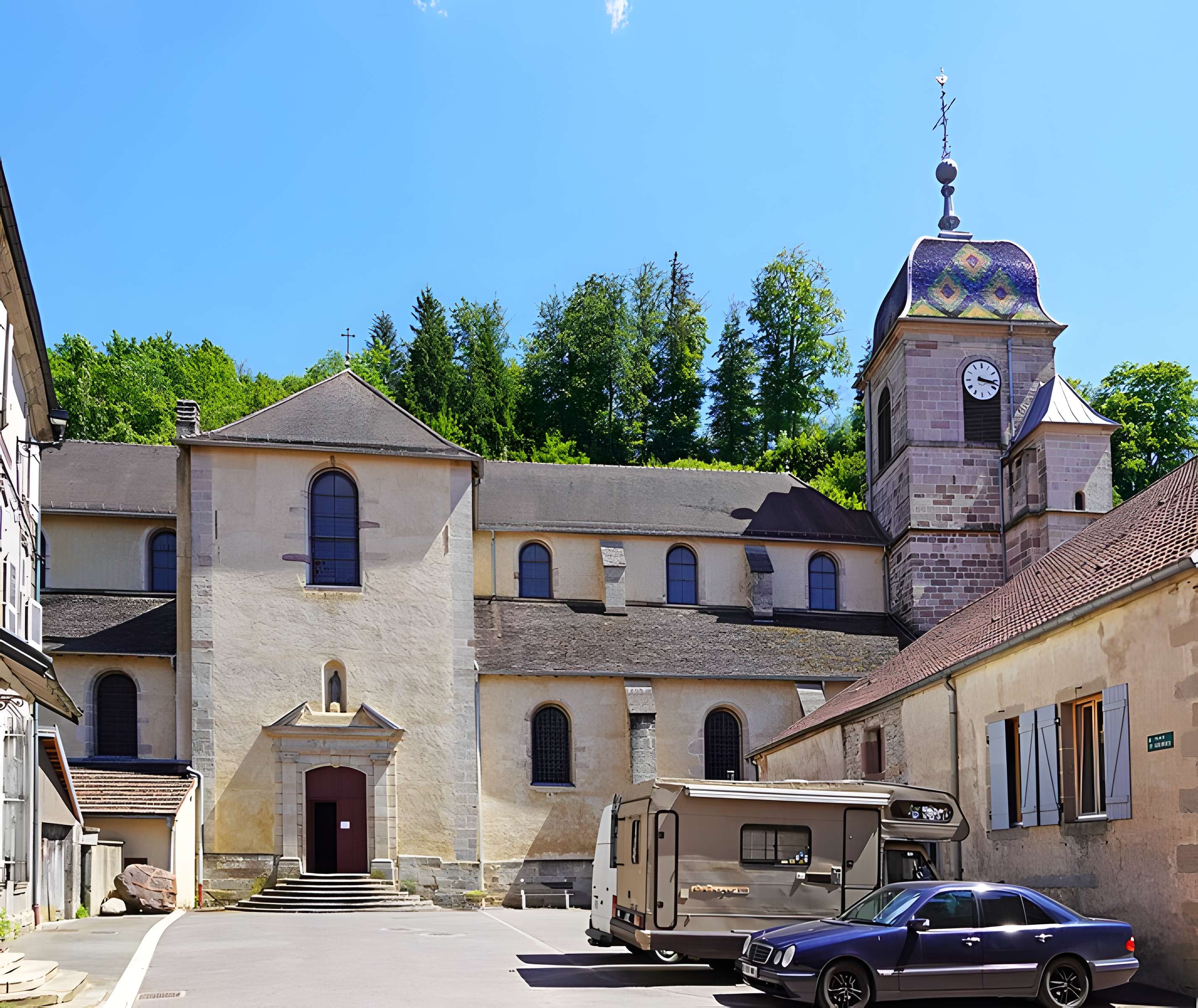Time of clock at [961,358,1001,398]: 3:17
